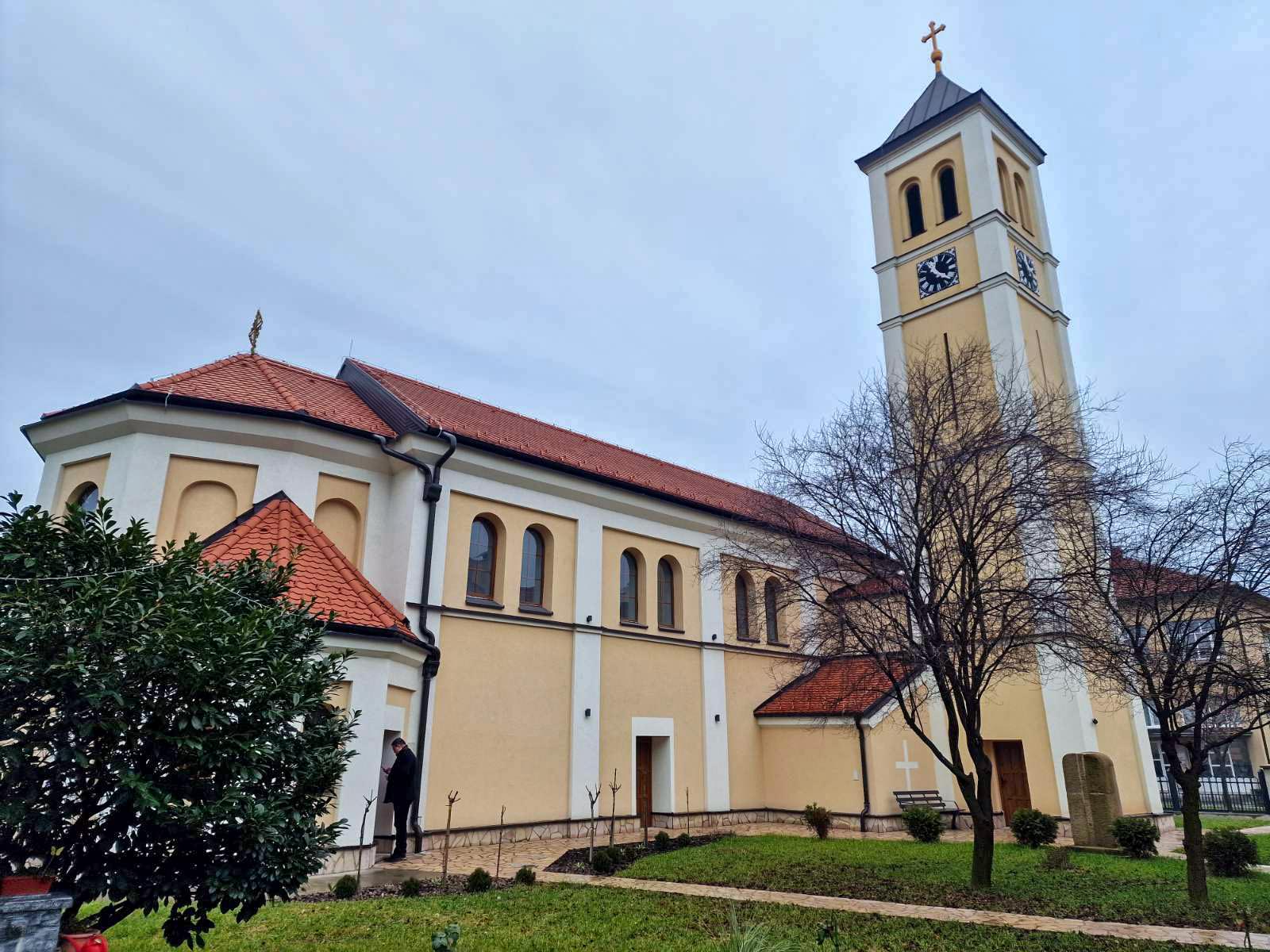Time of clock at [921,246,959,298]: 11:22
